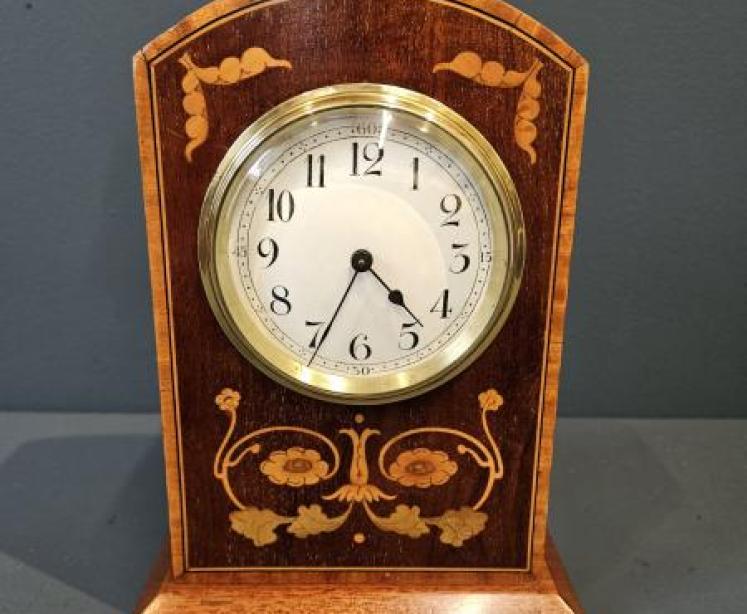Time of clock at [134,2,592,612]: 4:34
